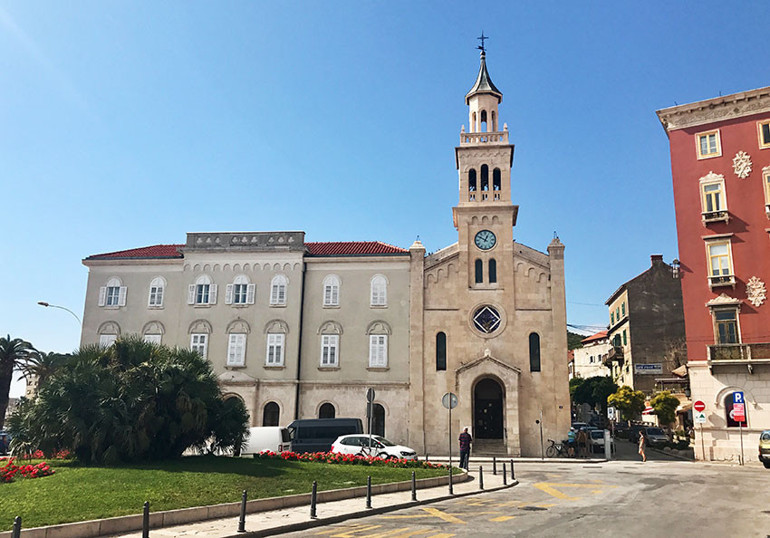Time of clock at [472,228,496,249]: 12:50
